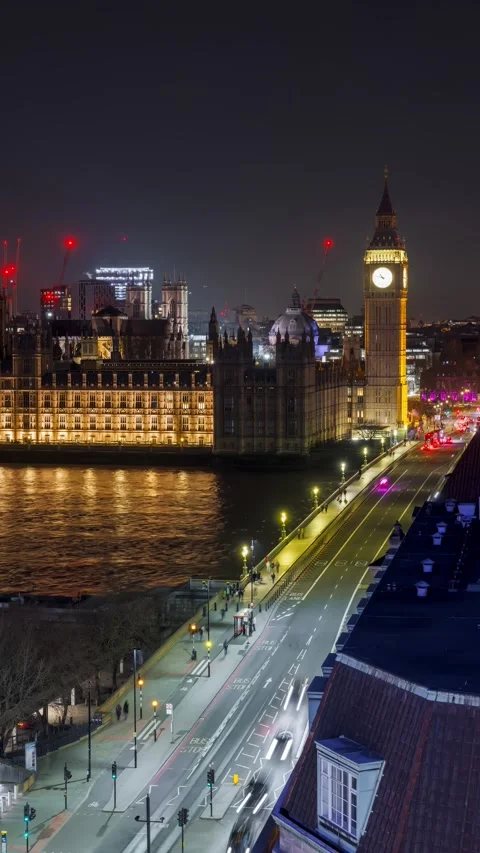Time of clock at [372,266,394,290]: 10:47
